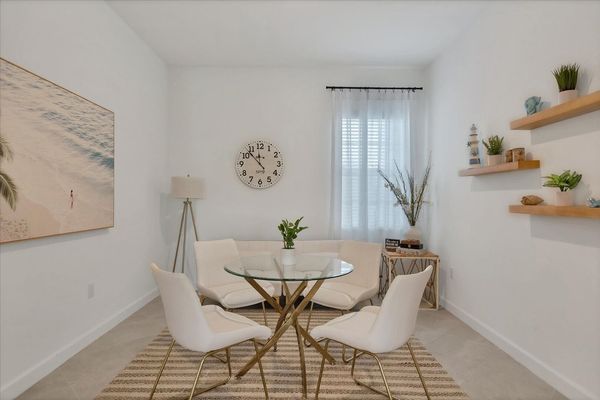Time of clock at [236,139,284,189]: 11:52
